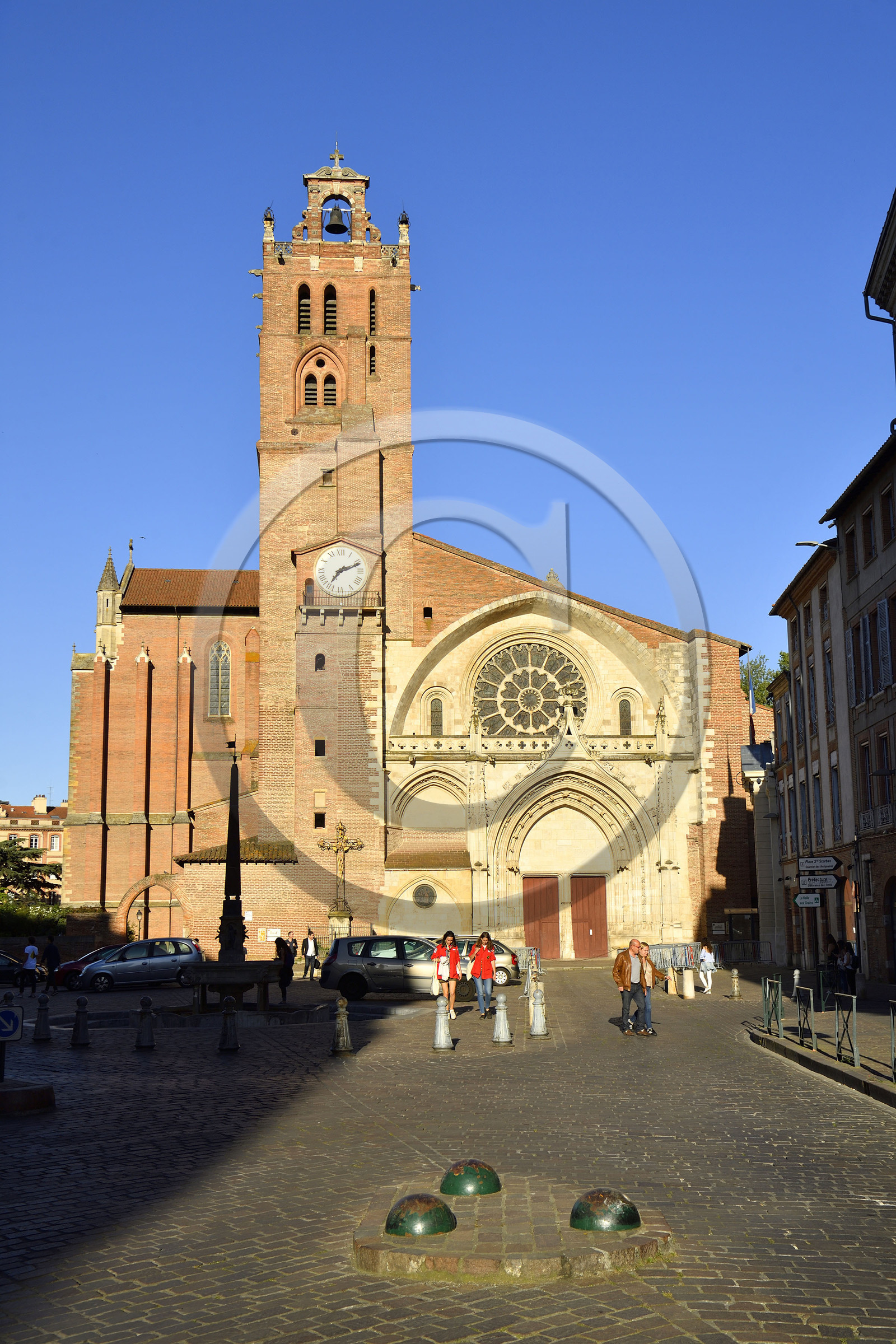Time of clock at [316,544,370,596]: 7:11
